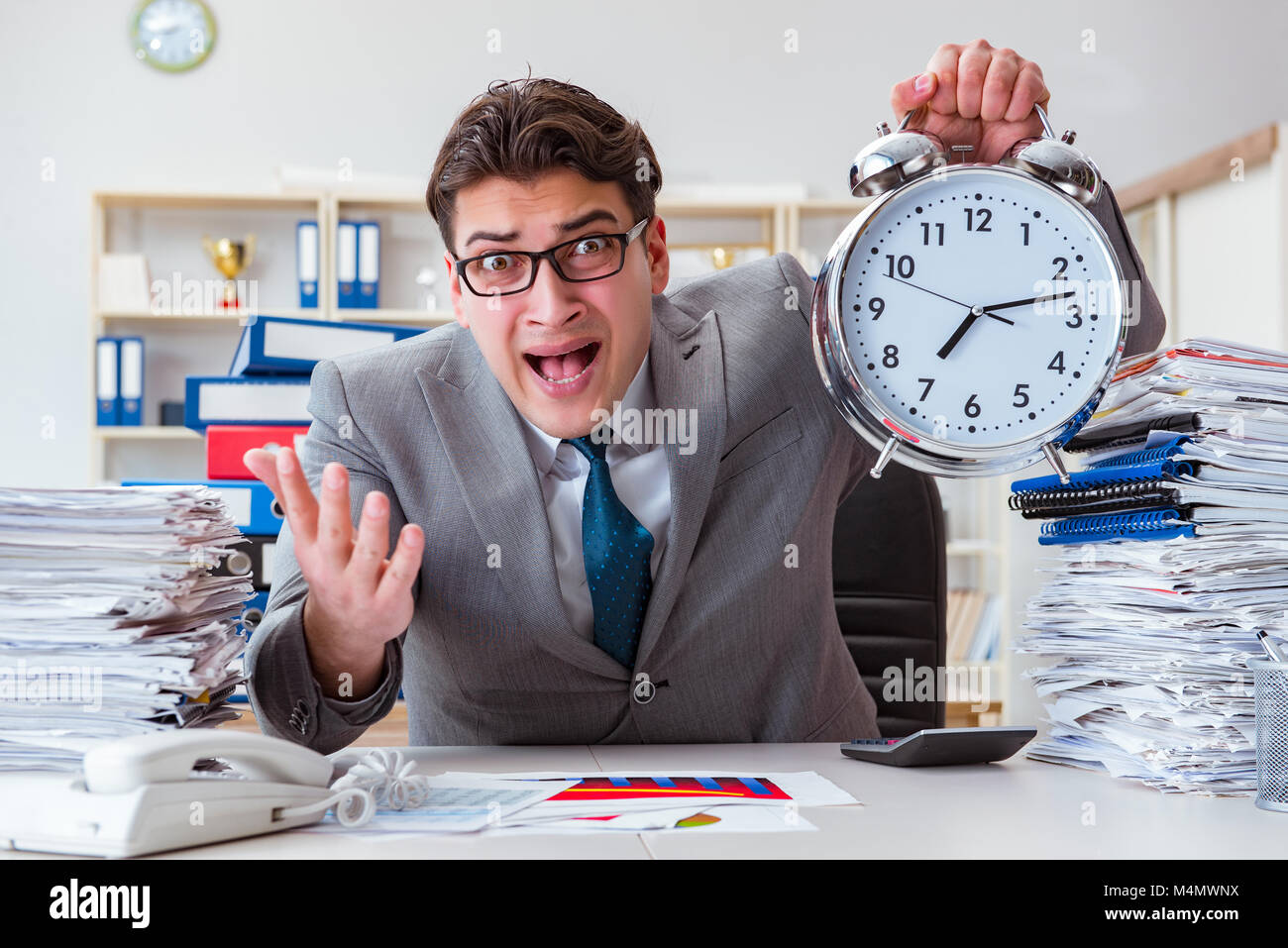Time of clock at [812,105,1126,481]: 7:12
